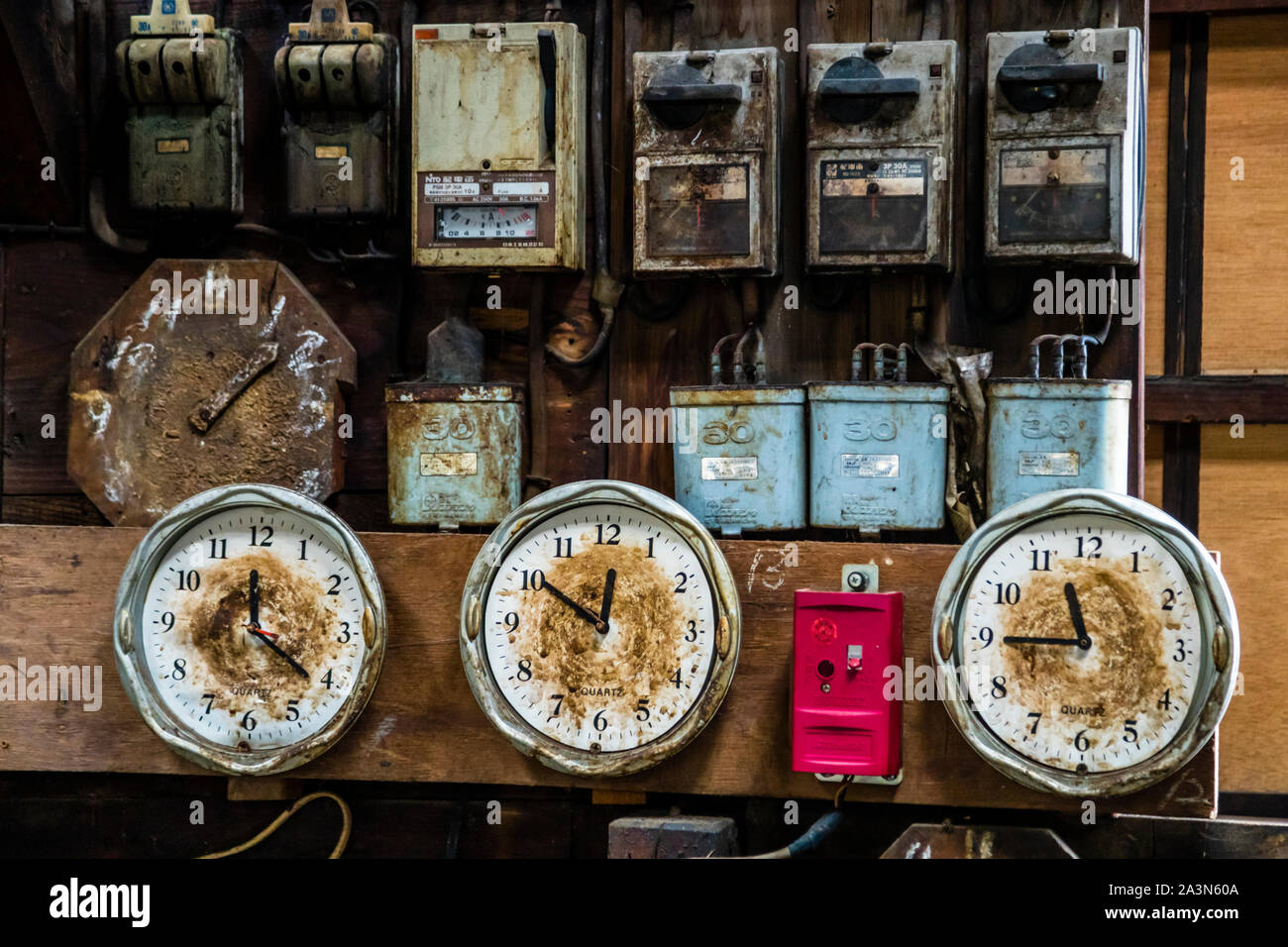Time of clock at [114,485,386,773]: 12:20
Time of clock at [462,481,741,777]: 11:50
